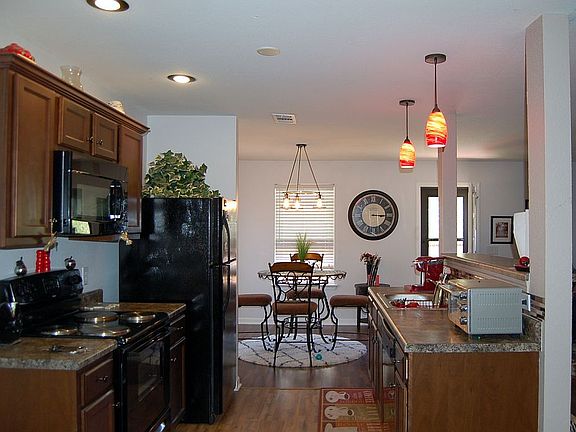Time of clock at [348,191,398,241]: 3:15
